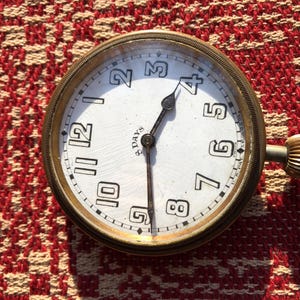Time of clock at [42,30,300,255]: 12:28
